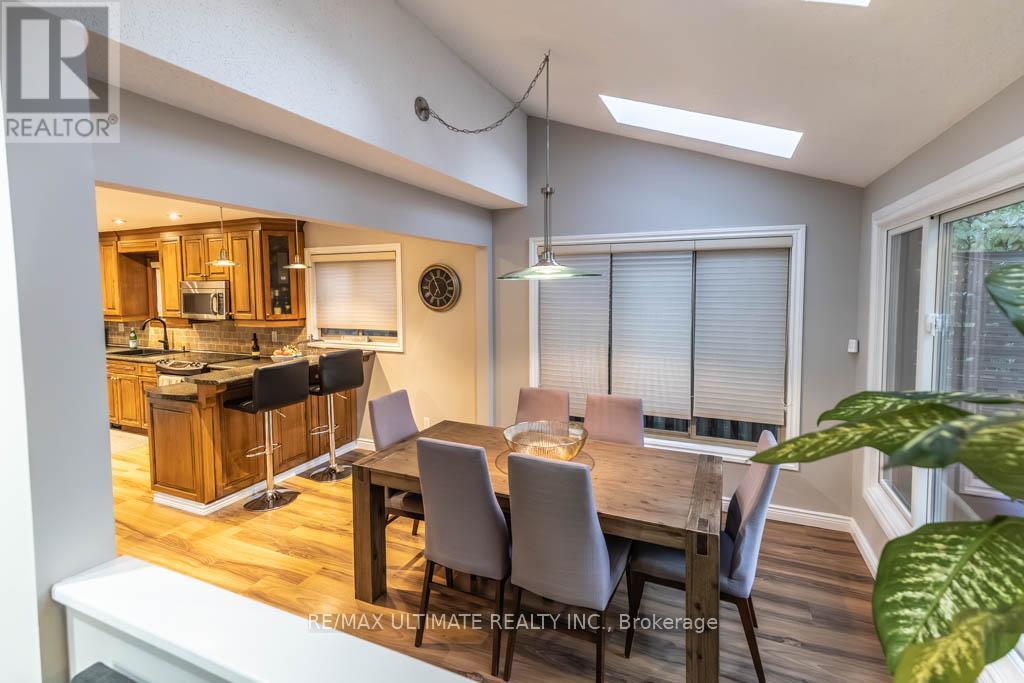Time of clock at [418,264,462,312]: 6:55
